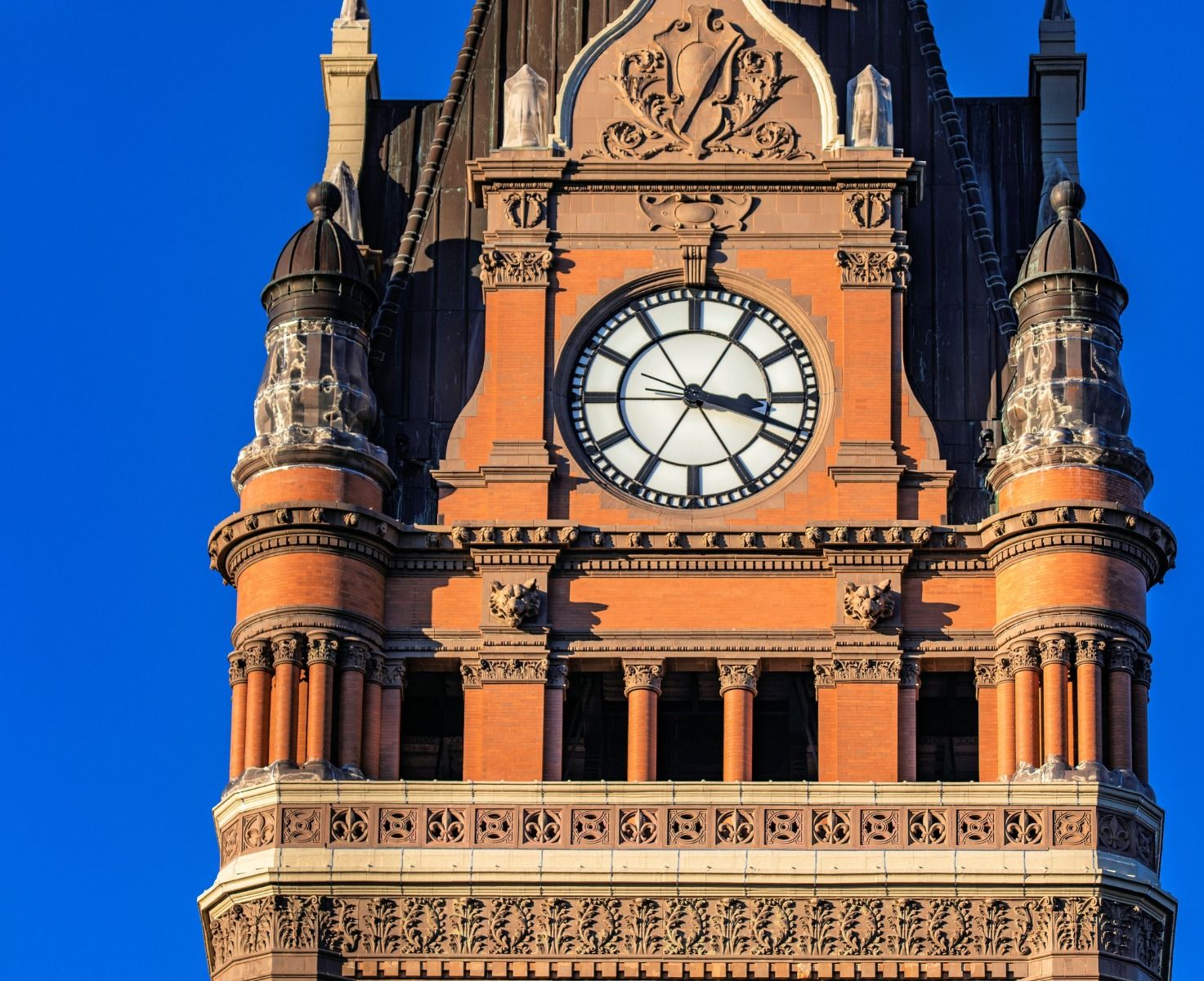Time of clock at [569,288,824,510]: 3:18
